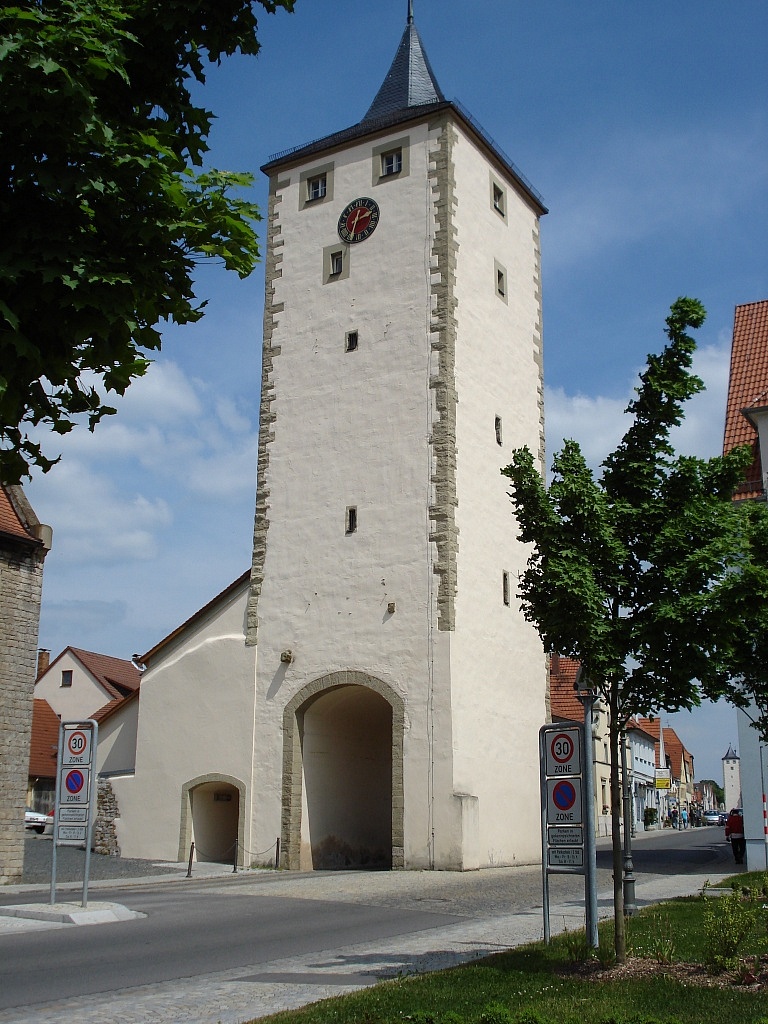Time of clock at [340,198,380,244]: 2:32
